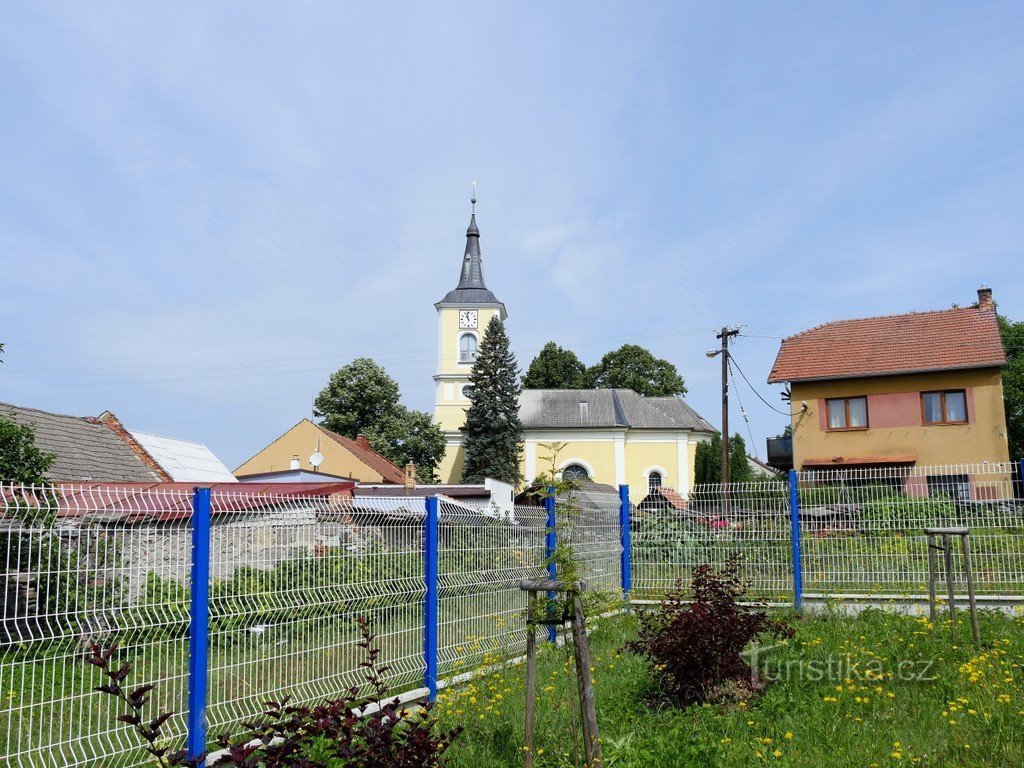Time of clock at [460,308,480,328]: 10:58
